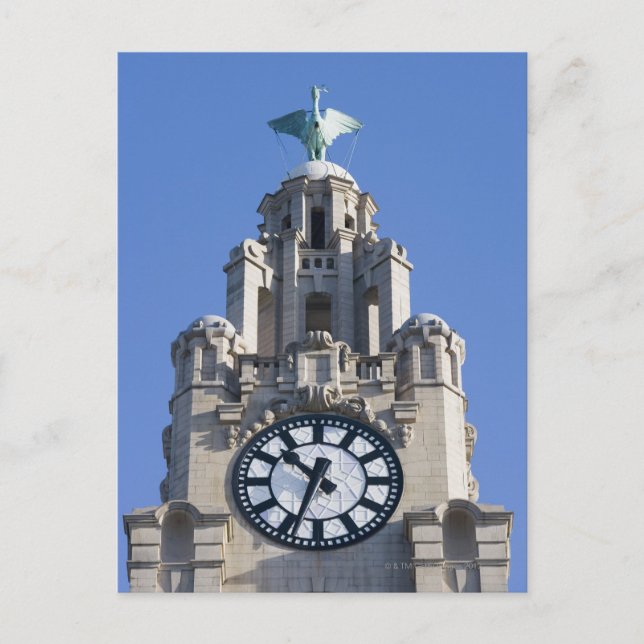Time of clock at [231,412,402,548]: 10:34
